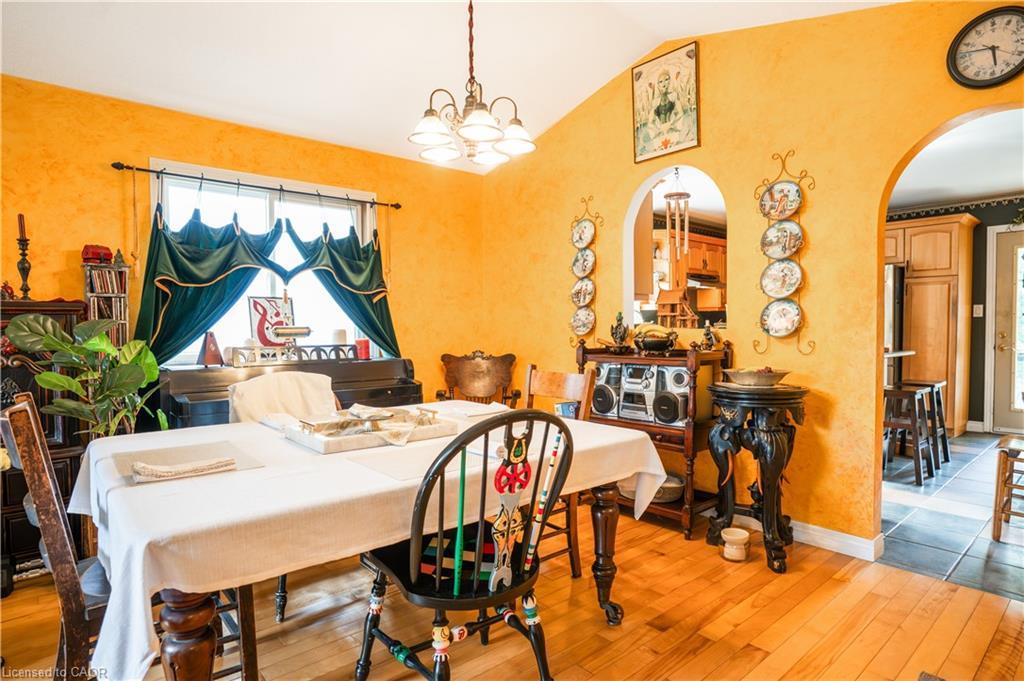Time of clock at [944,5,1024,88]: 5:46
